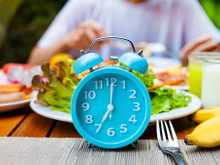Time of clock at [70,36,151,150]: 7:00
